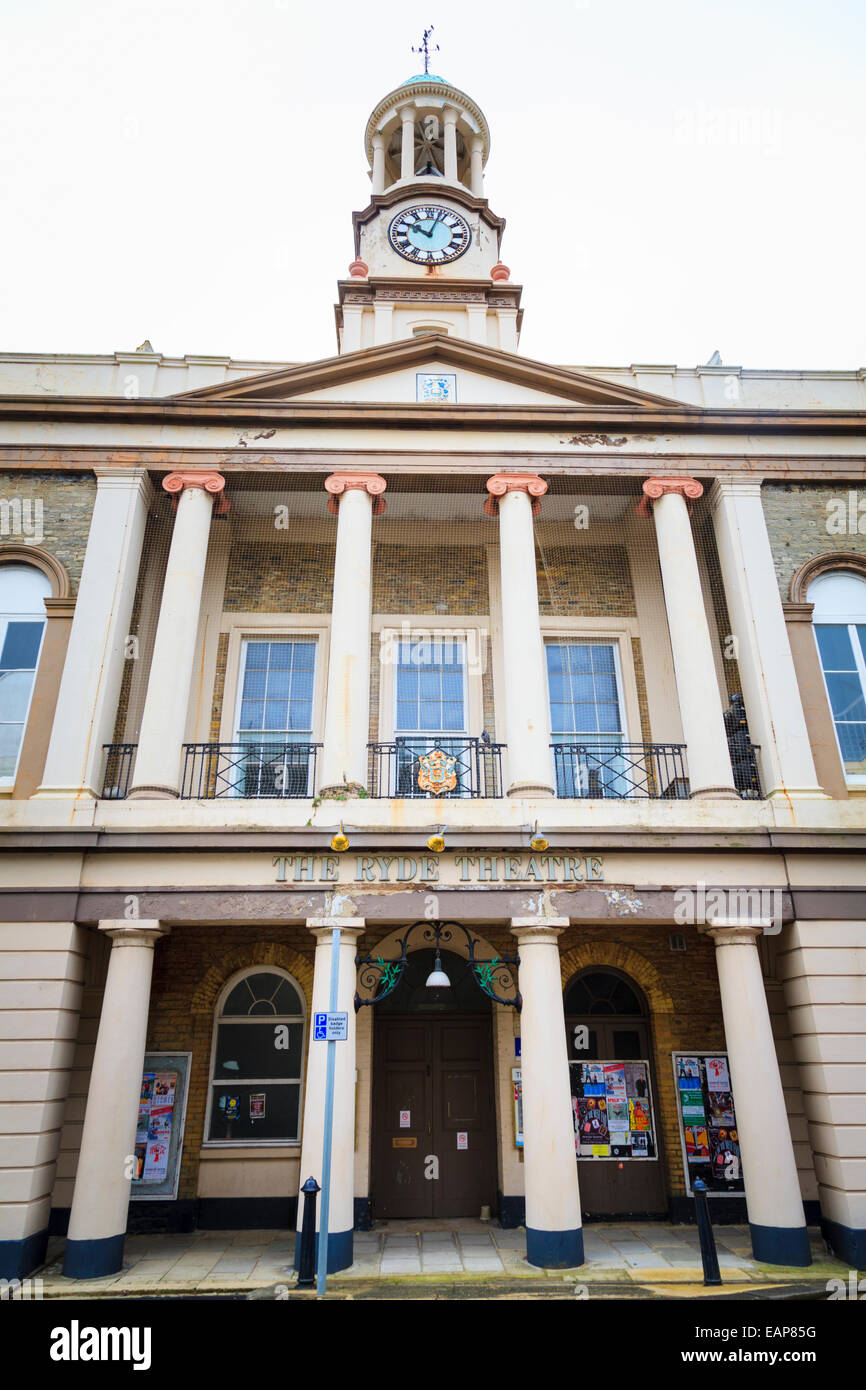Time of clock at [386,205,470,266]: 10:03
